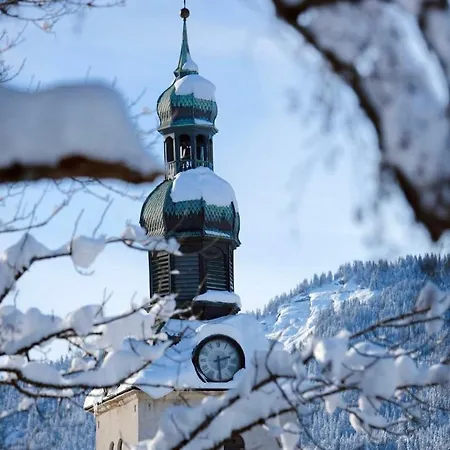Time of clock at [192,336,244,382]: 2:29
